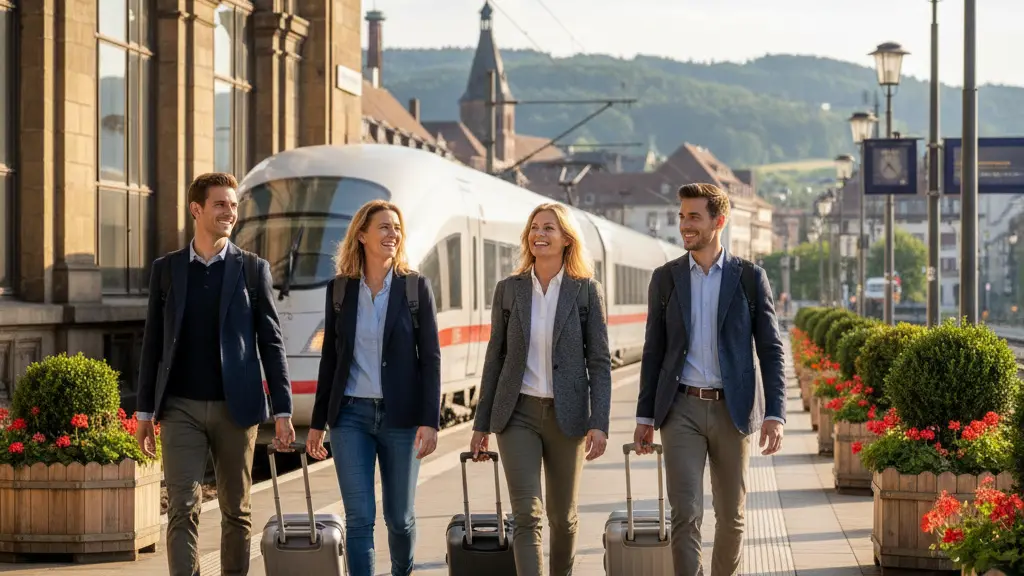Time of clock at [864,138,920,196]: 7:22
